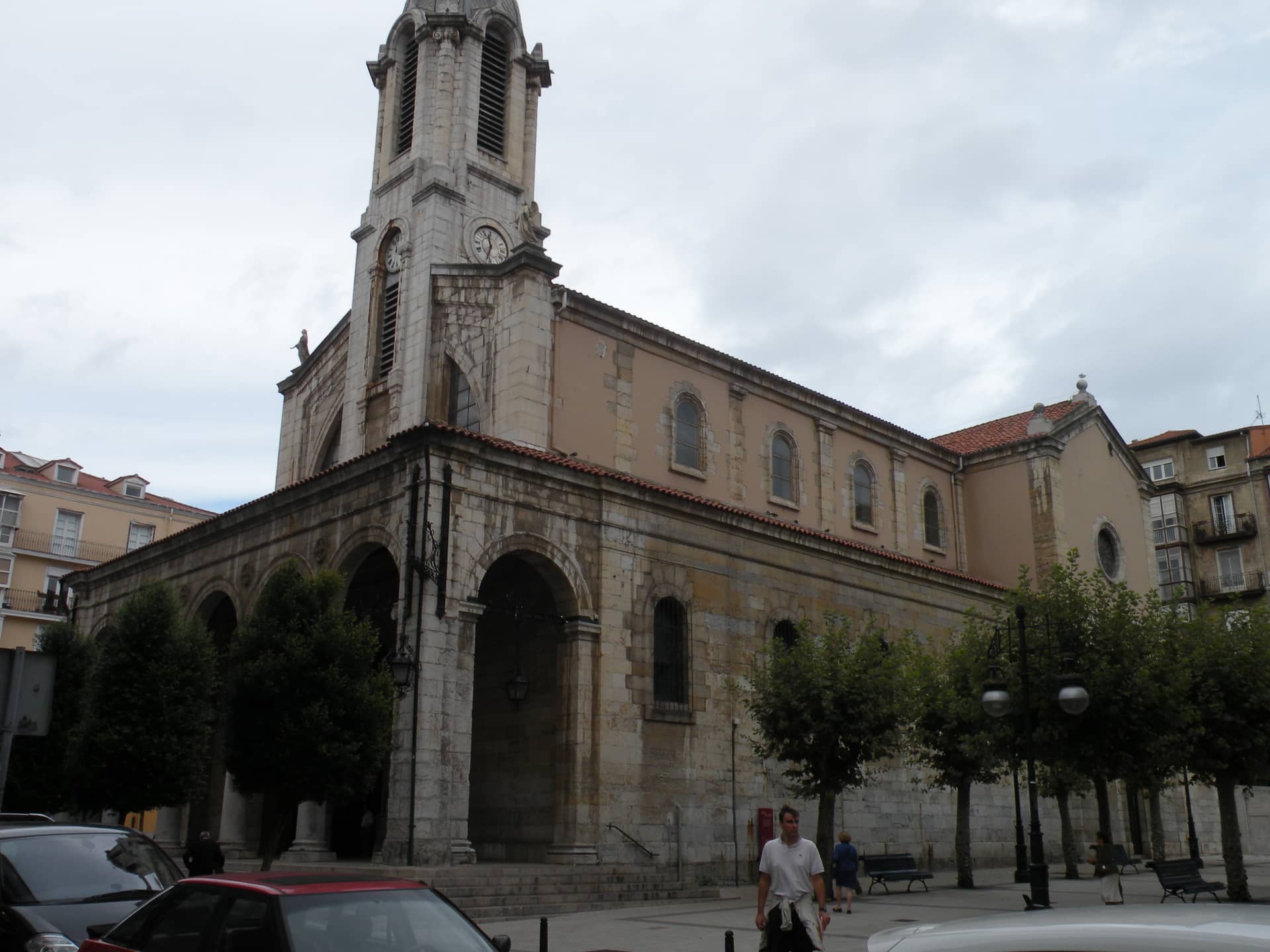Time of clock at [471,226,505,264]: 11:33
